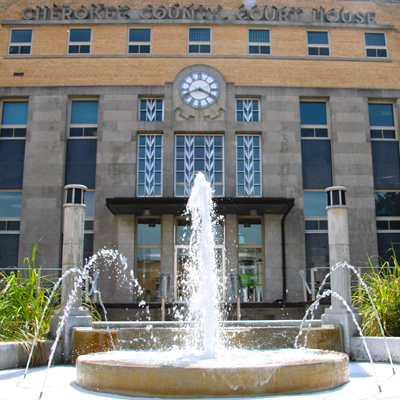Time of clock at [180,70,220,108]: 3:41
